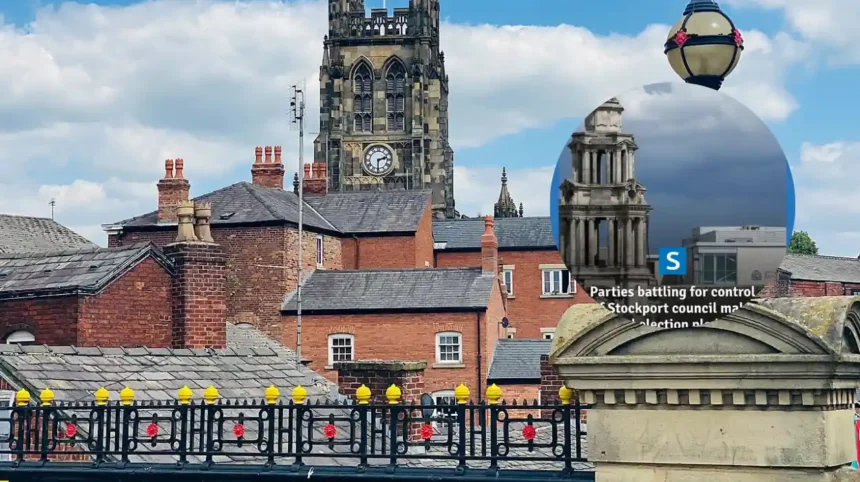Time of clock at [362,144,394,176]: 2:30
